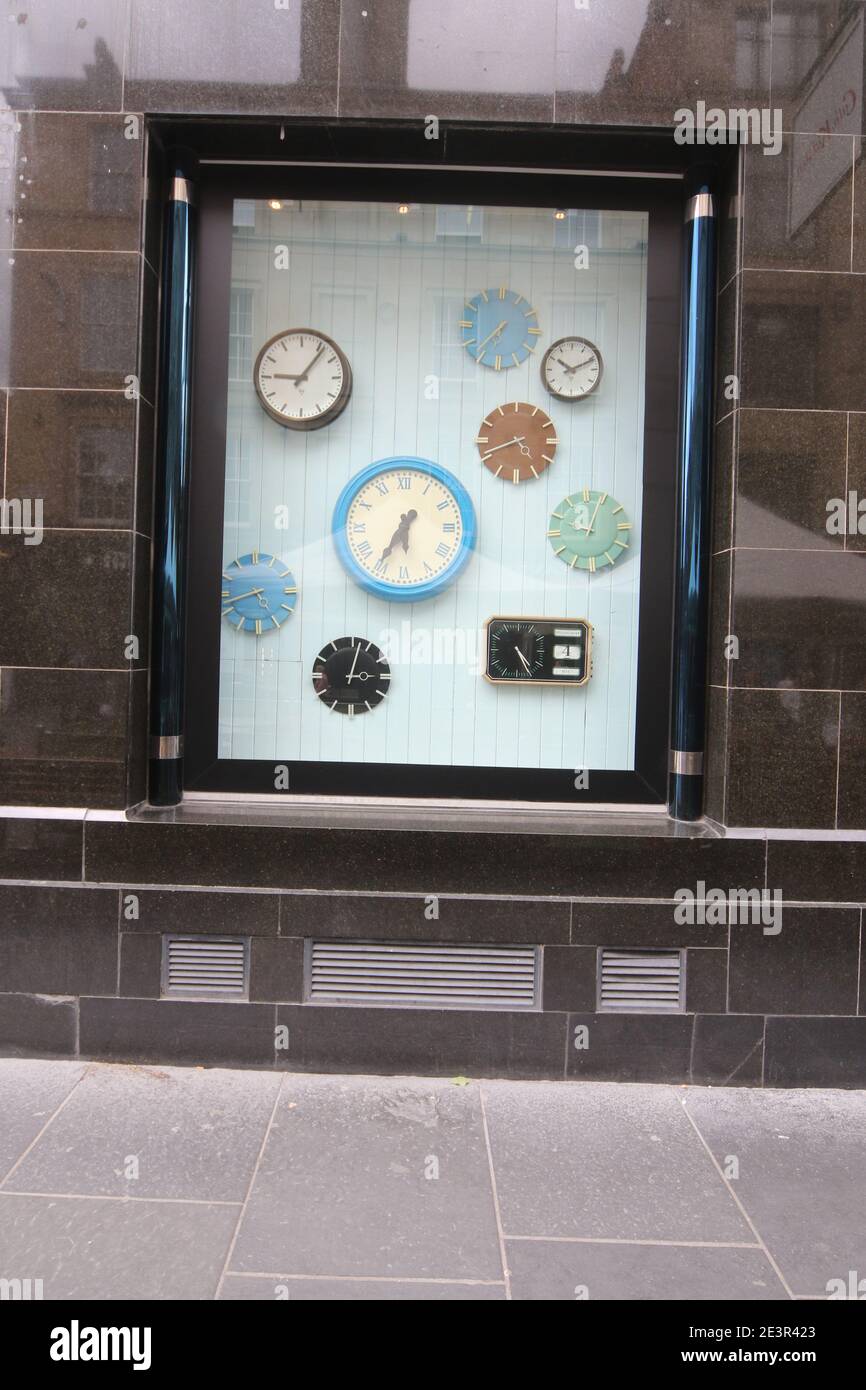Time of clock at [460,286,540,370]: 6:37
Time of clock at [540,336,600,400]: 10:10
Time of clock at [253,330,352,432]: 9:06
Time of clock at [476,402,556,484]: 4:41
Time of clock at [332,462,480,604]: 5:35
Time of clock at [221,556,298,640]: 4:42
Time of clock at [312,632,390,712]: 3:02
